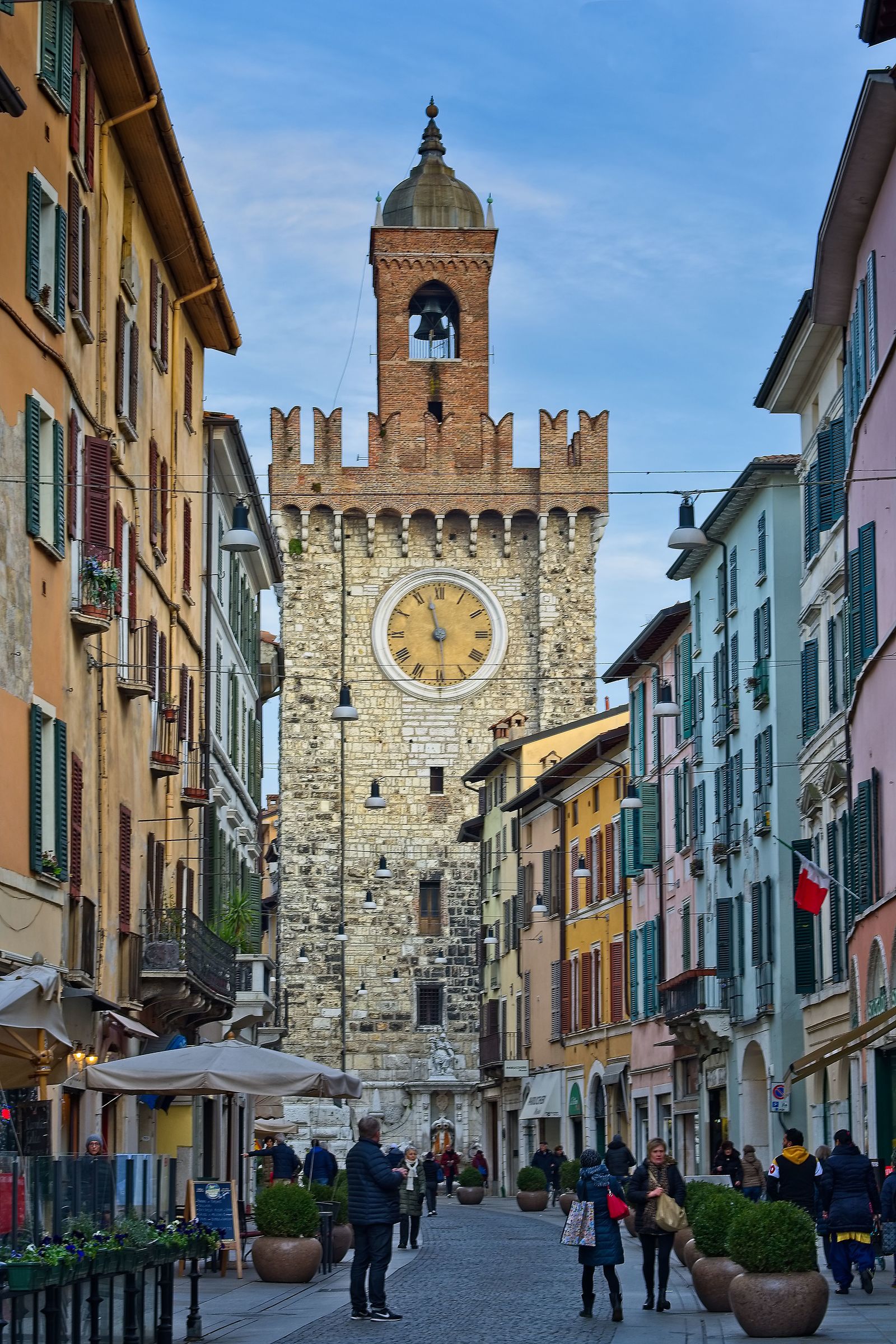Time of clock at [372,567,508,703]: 11:29
